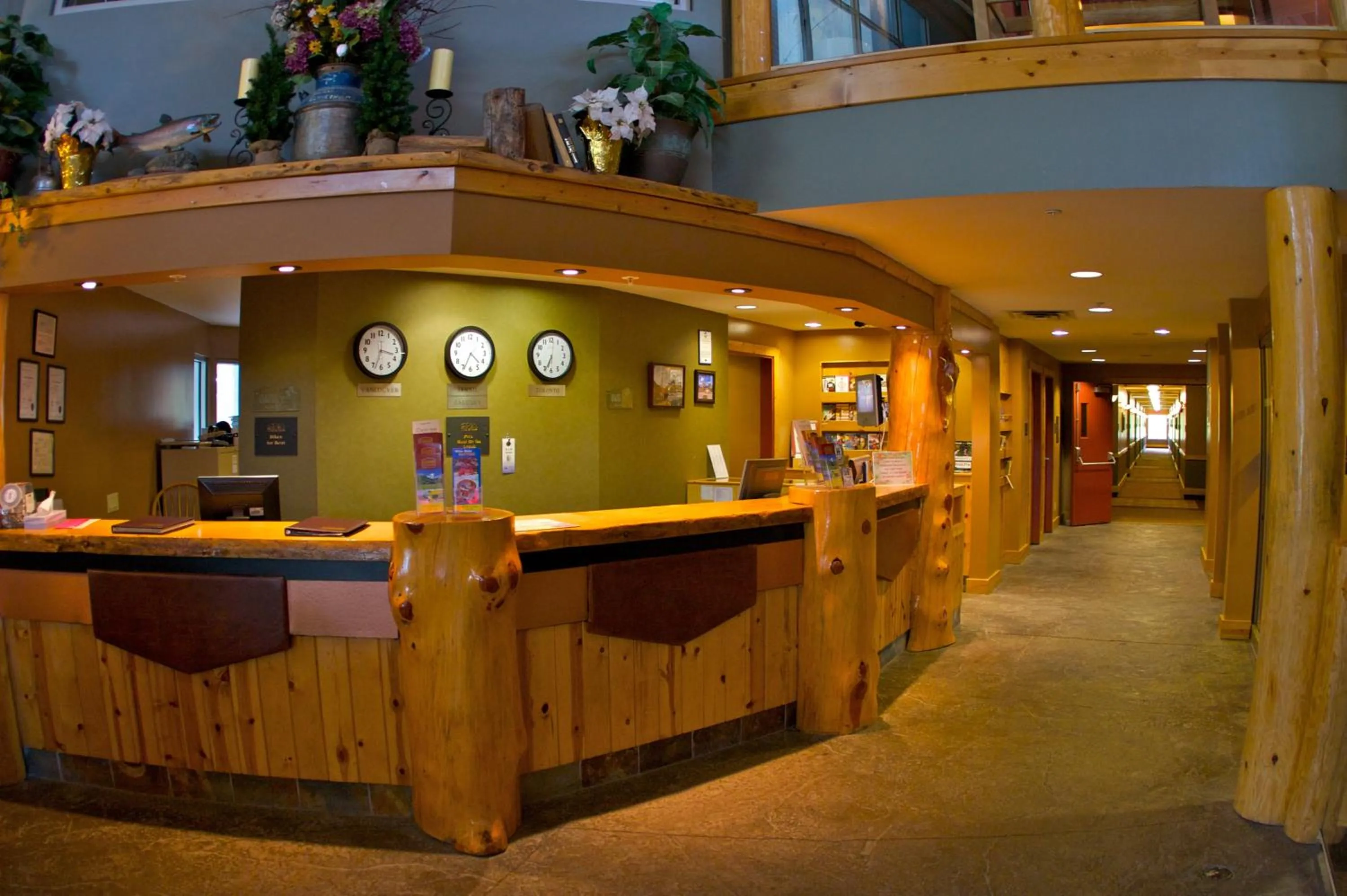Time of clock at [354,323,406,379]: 3:33
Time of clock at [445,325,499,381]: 4:34
